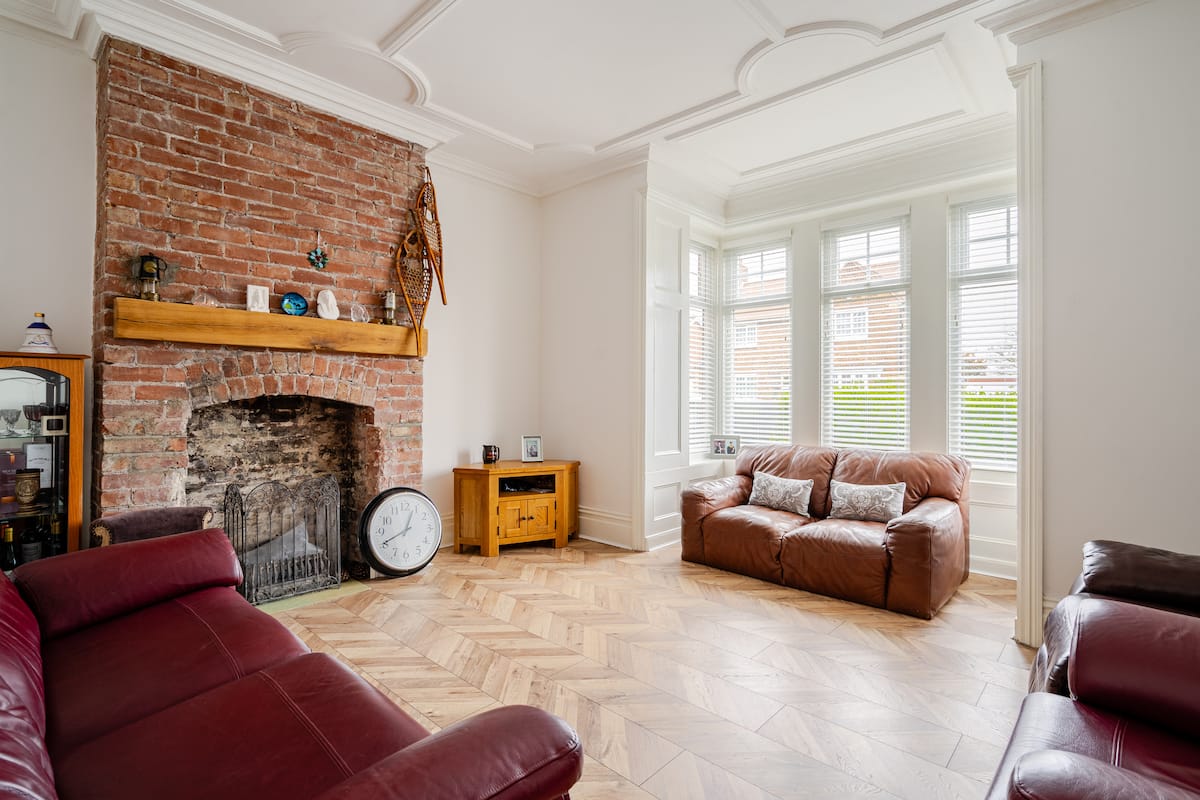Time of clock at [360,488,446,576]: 12:40
